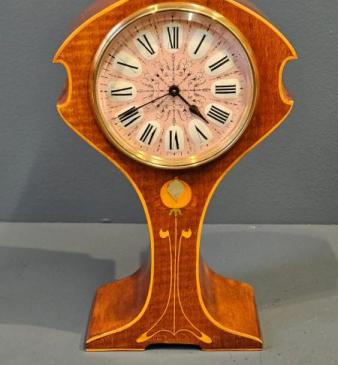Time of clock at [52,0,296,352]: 4:40
